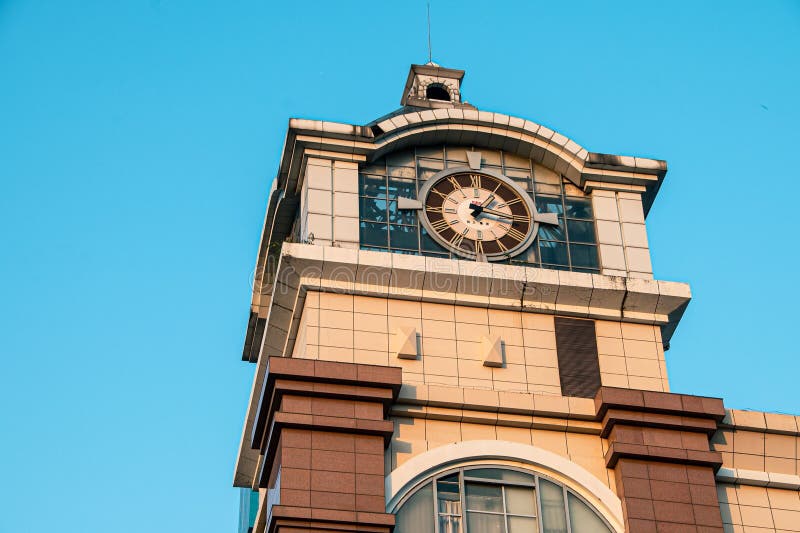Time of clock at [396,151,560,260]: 1:16
